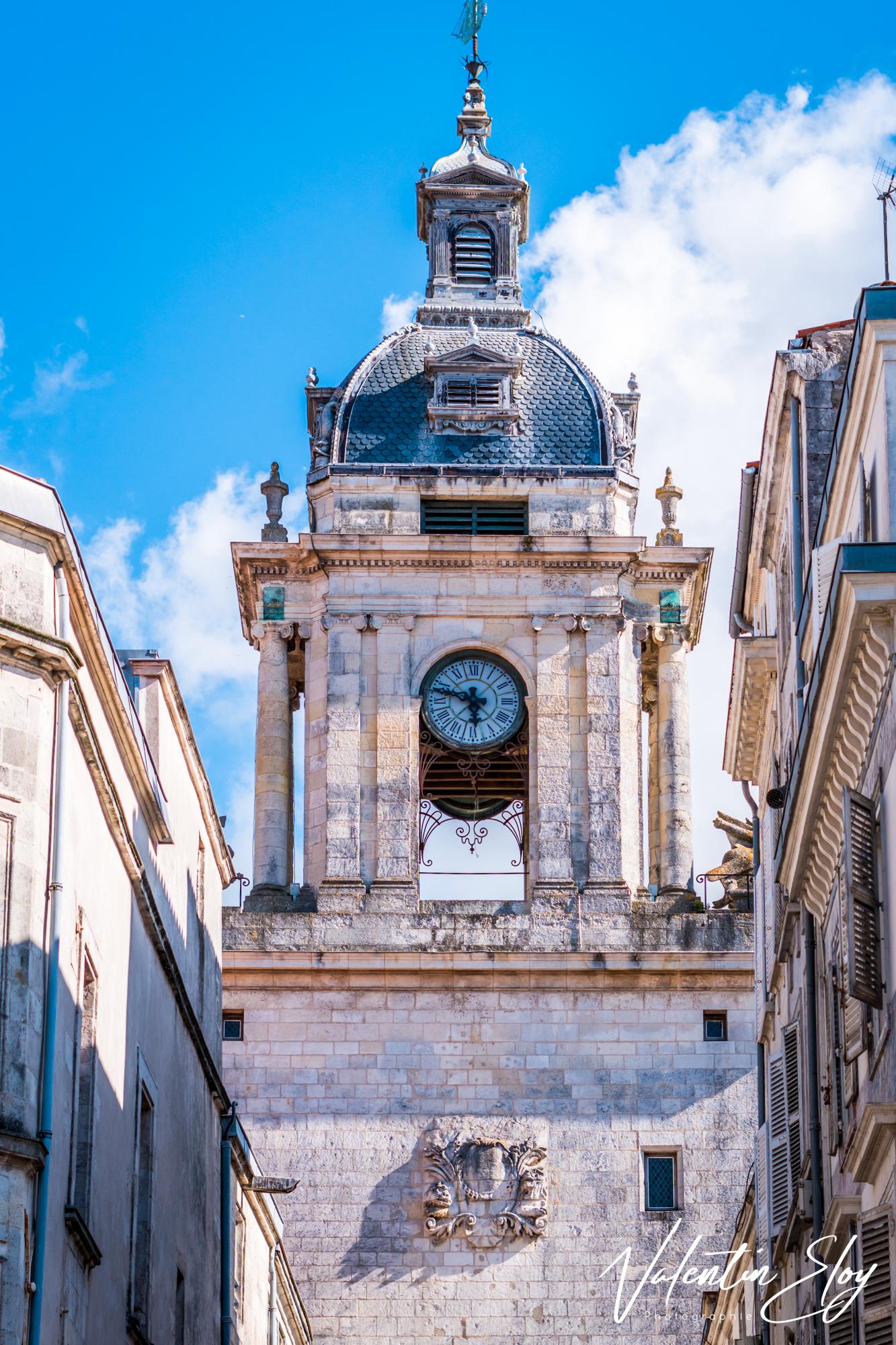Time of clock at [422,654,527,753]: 5:47
